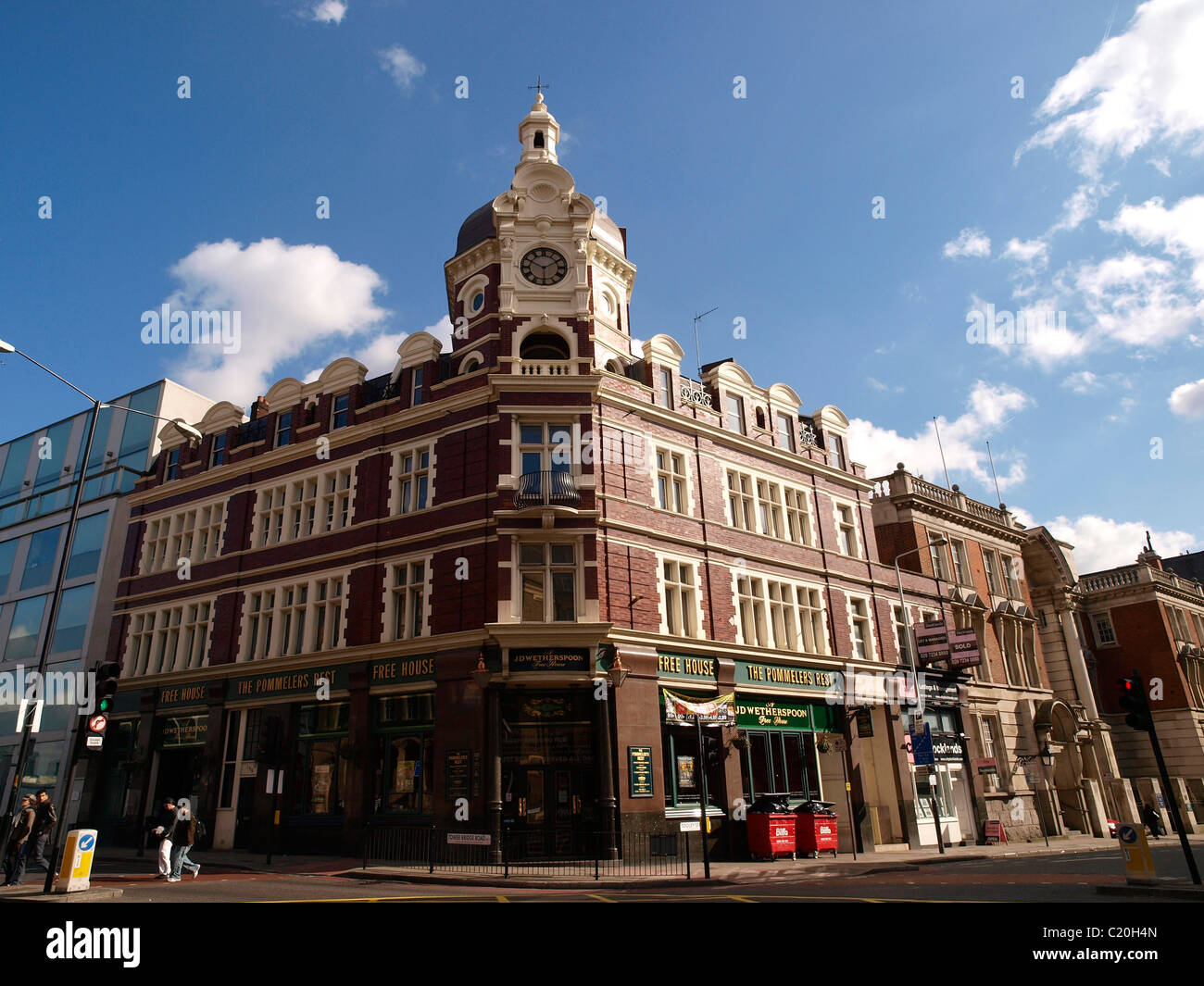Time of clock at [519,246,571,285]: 1:49
